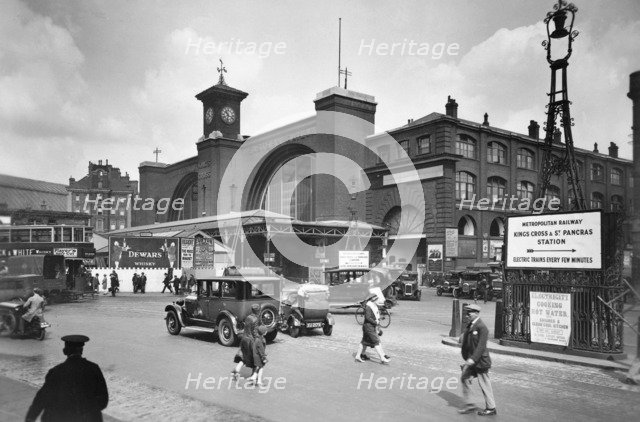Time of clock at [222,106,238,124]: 10:32
